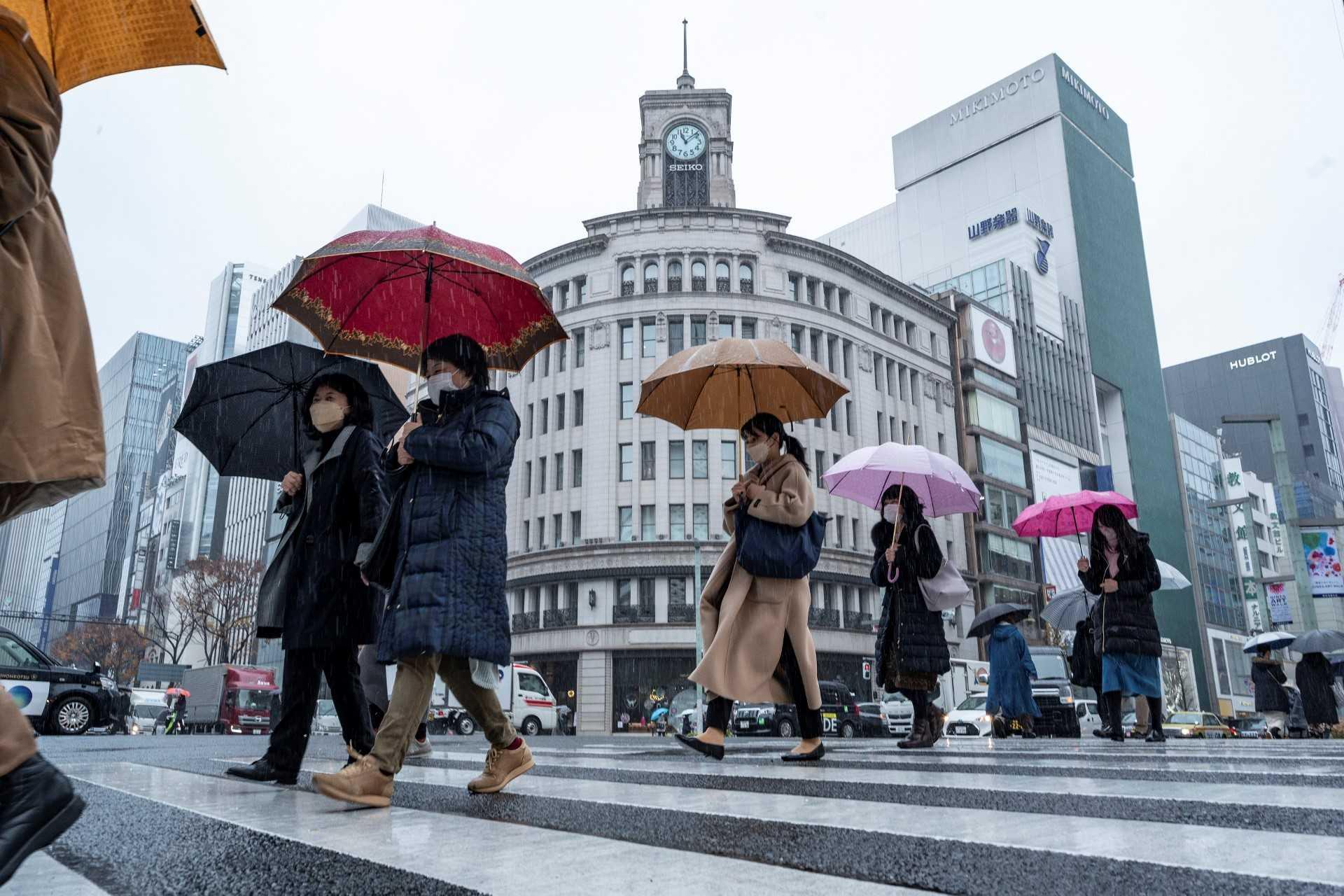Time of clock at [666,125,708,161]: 11:08
